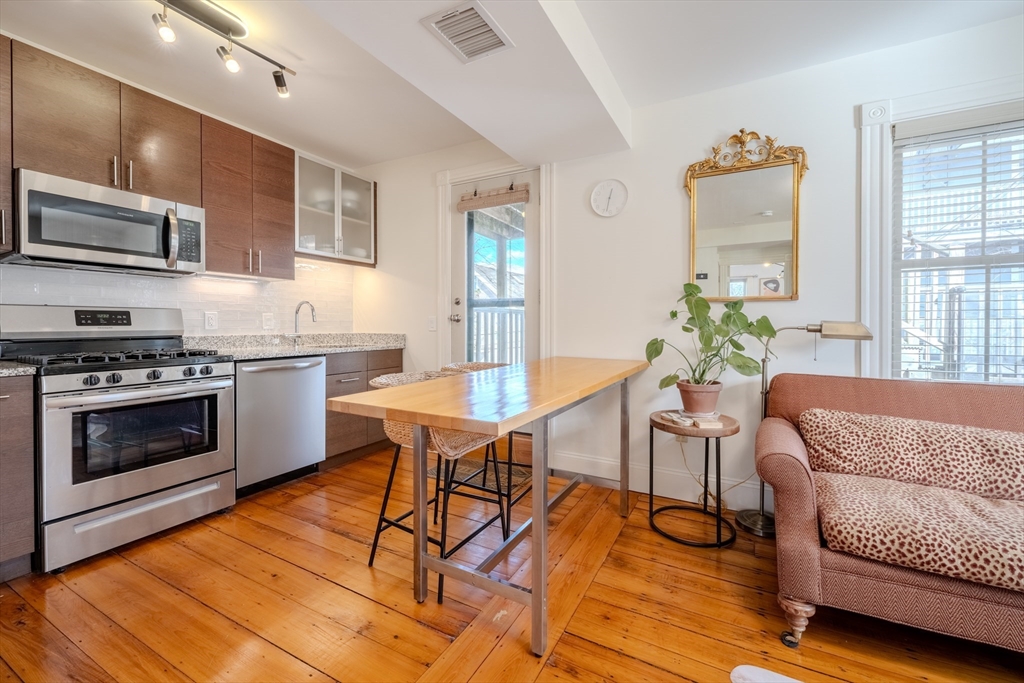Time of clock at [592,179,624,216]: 12:32
